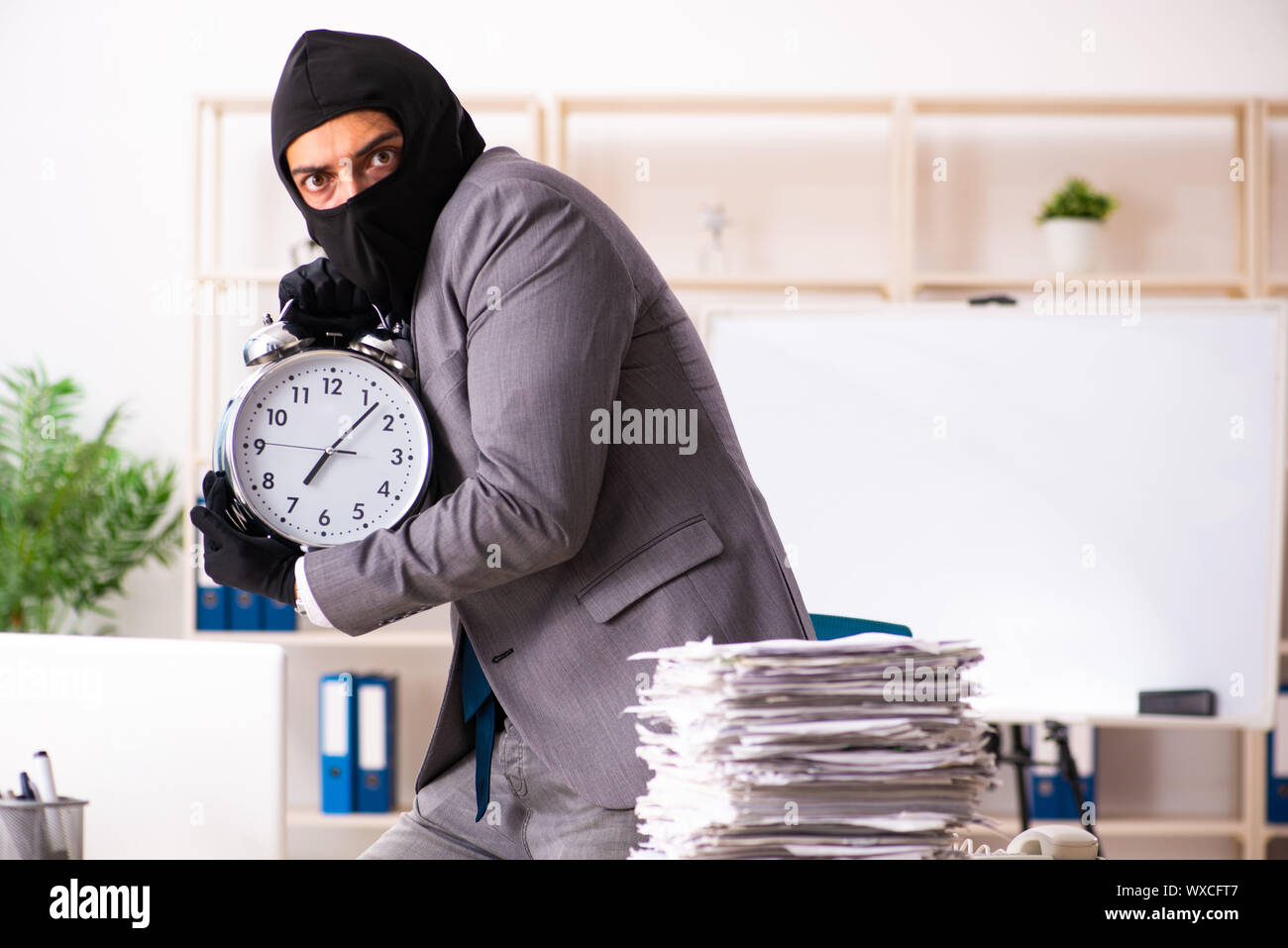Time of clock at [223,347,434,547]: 7:07
